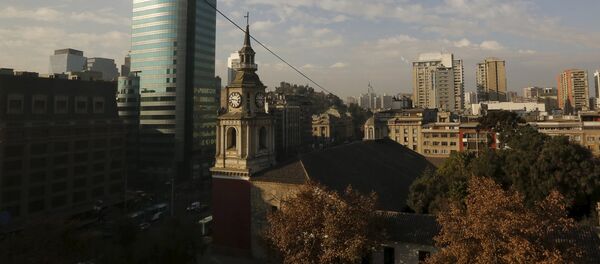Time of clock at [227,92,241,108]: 9:17
